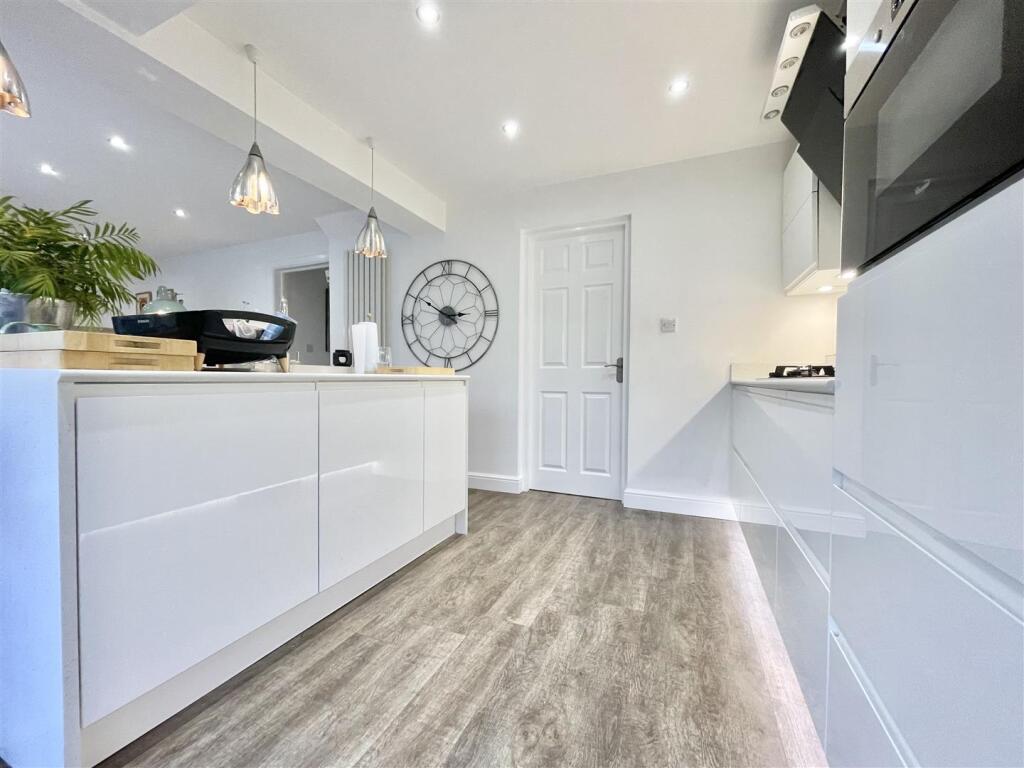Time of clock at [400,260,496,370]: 2:50
